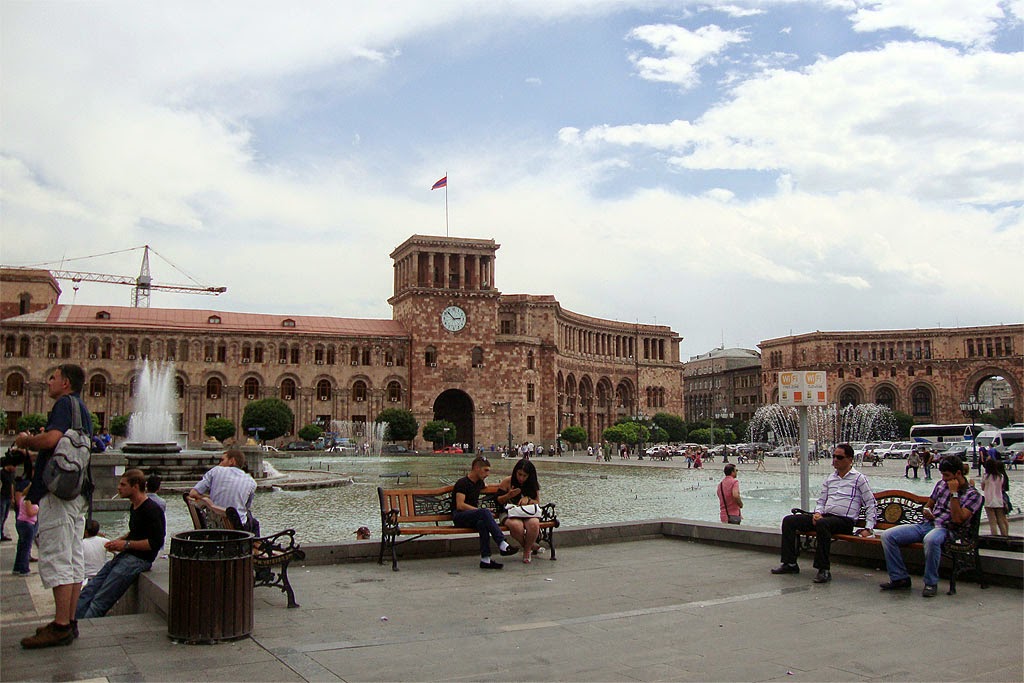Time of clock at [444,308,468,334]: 2:52
